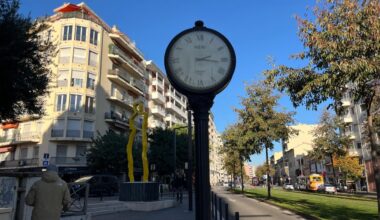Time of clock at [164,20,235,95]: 2:16
